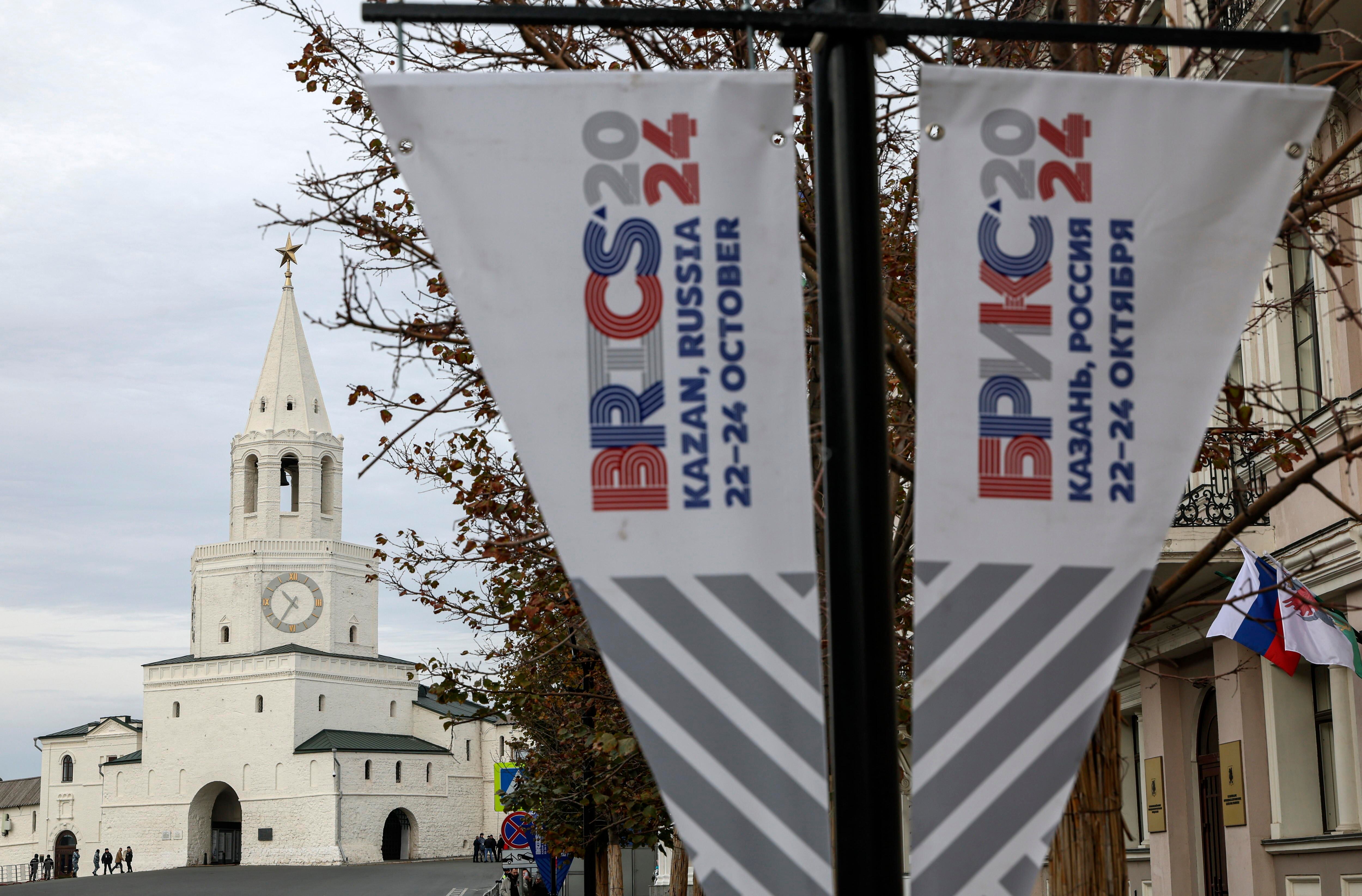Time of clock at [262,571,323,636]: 10:35
